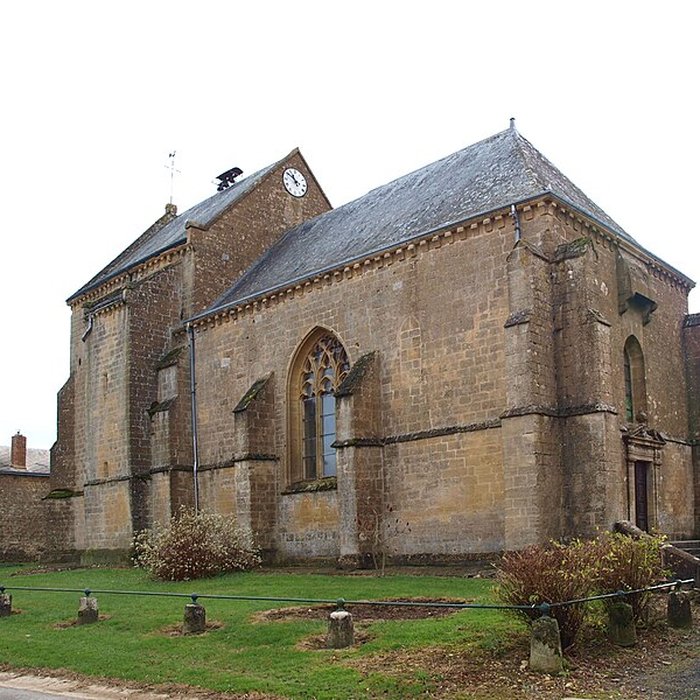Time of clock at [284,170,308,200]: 10:50
